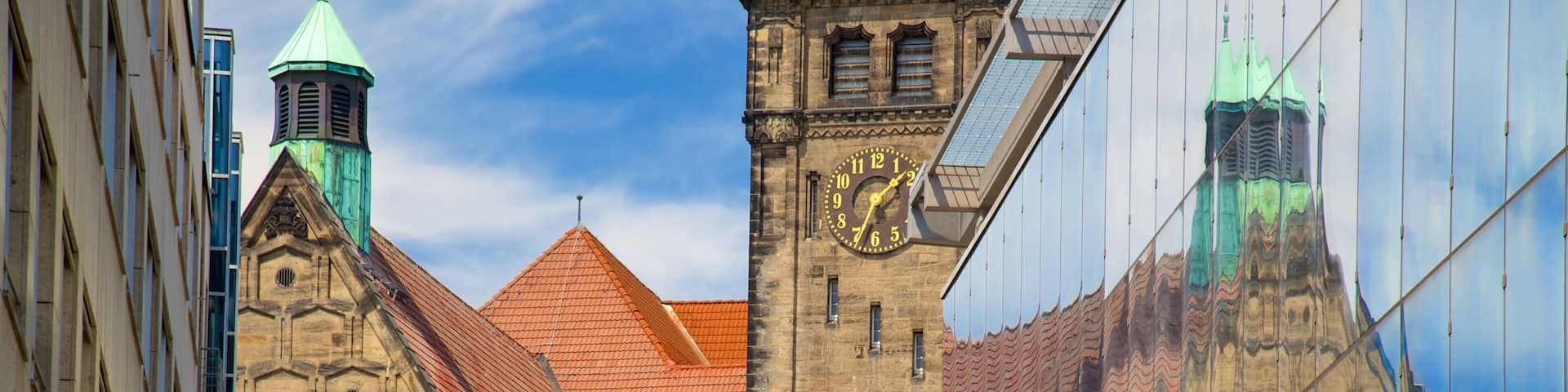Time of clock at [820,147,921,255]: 1:34
